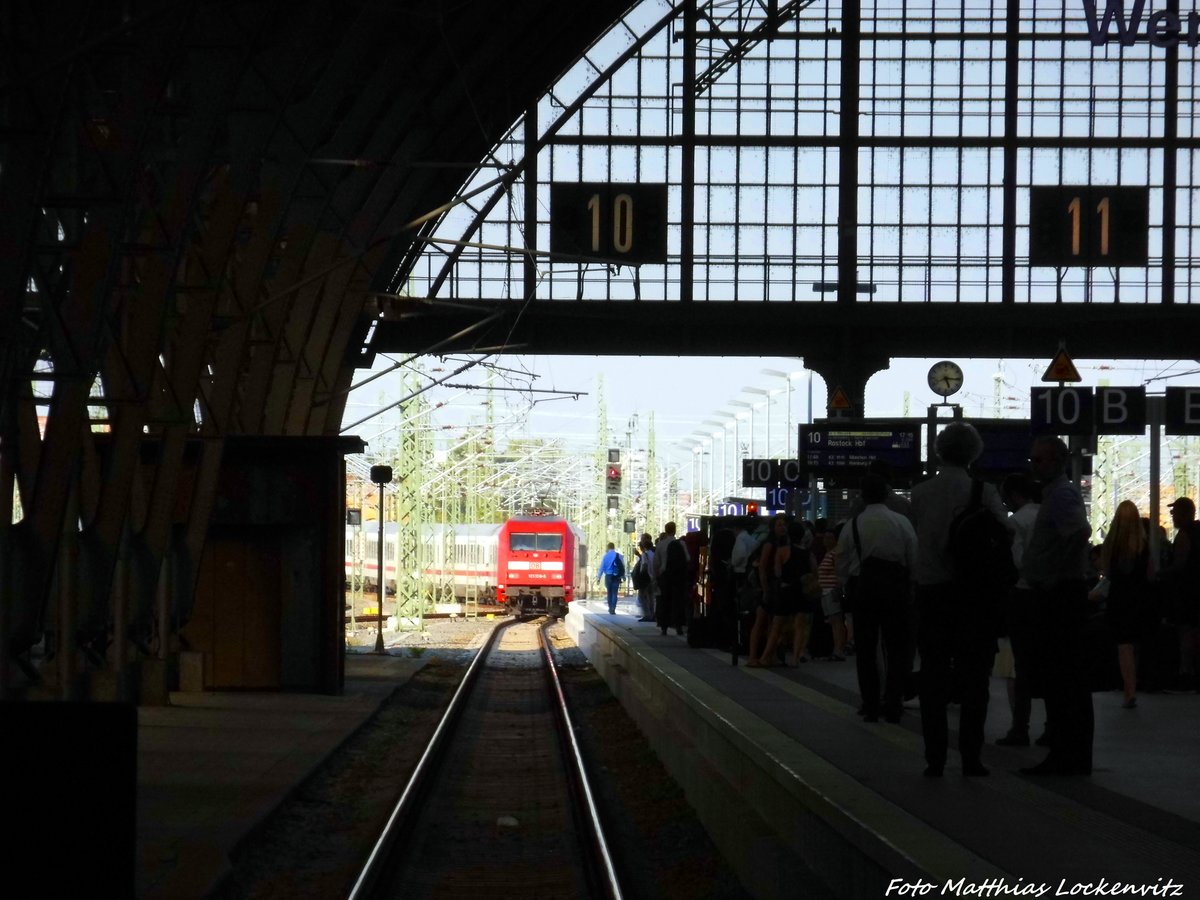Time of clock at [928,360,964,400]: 5:15
